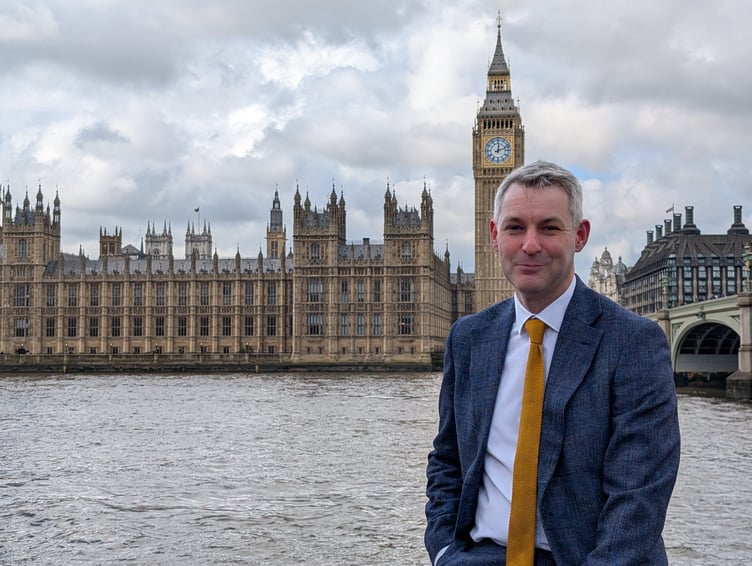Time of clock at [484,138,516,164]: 12:11
